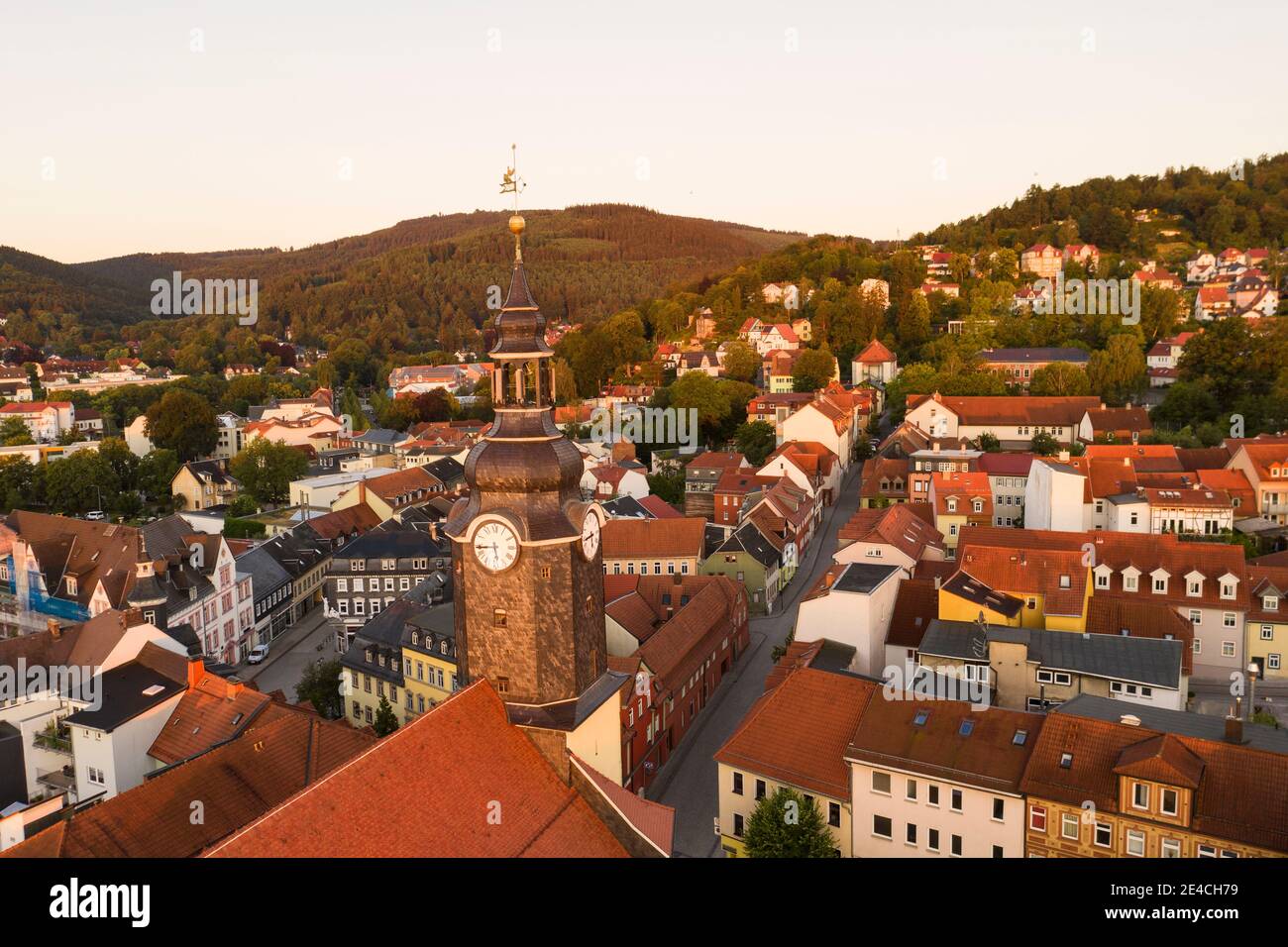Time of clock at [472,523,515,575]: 5:43
